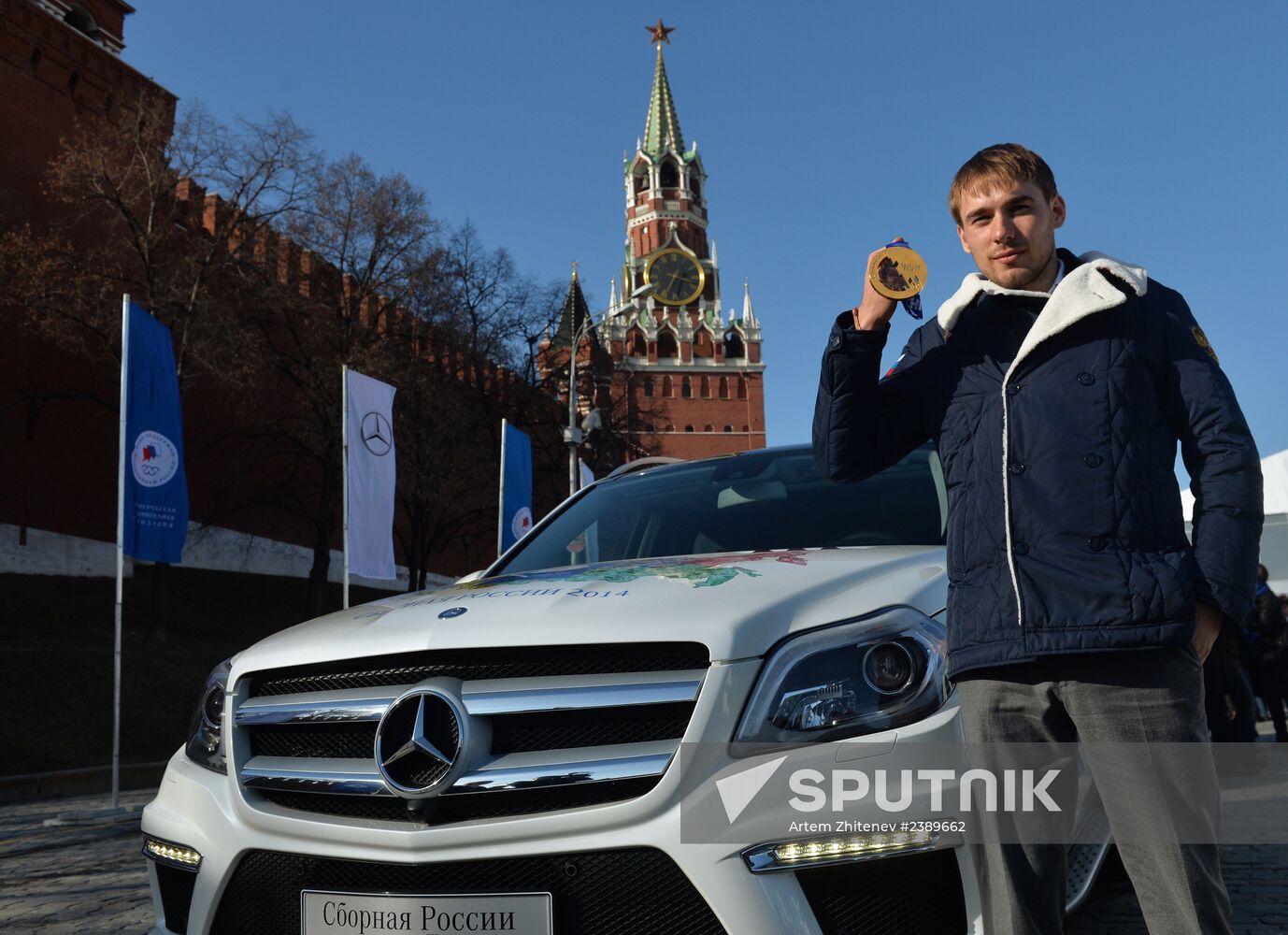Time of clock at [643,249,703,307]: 3:34
